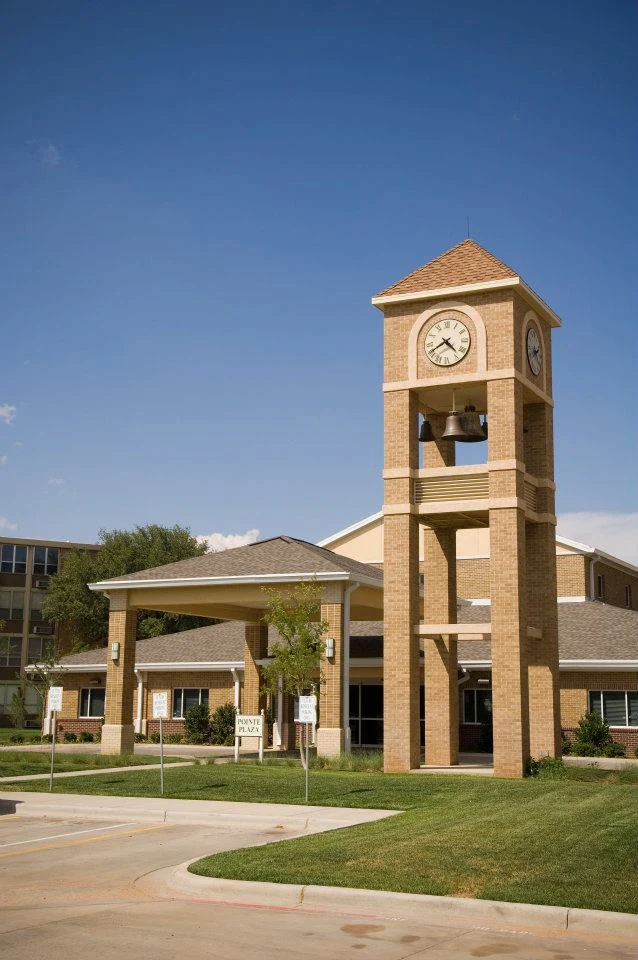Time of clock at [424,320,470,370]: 4:40
